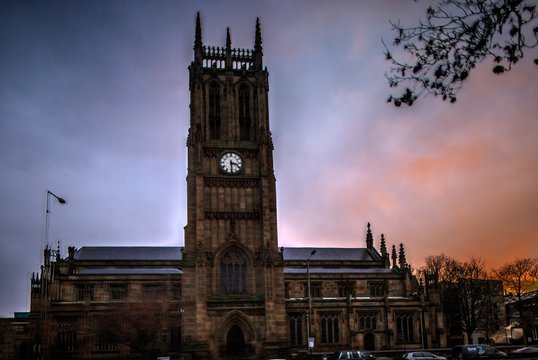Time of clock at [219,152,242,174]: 3:29
